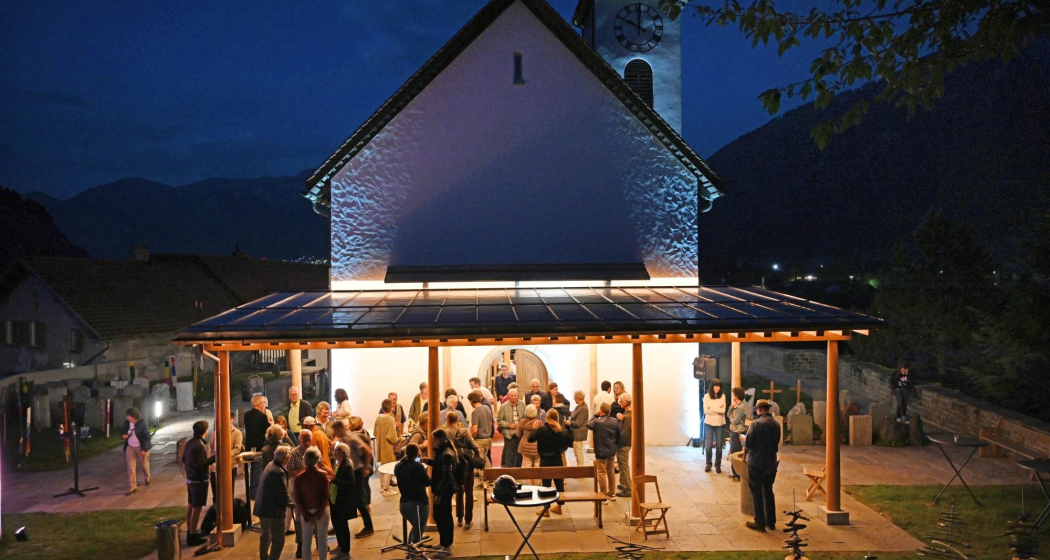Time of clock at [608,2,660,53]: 10:00
